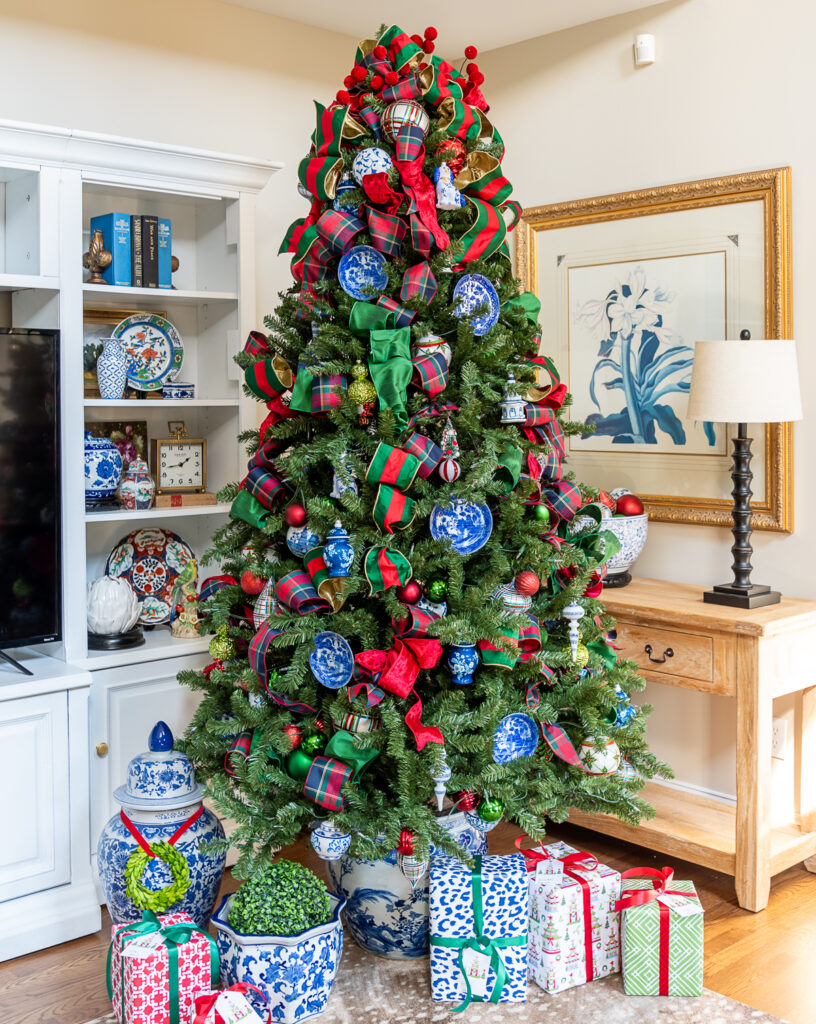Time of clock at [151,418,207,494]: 1:43
